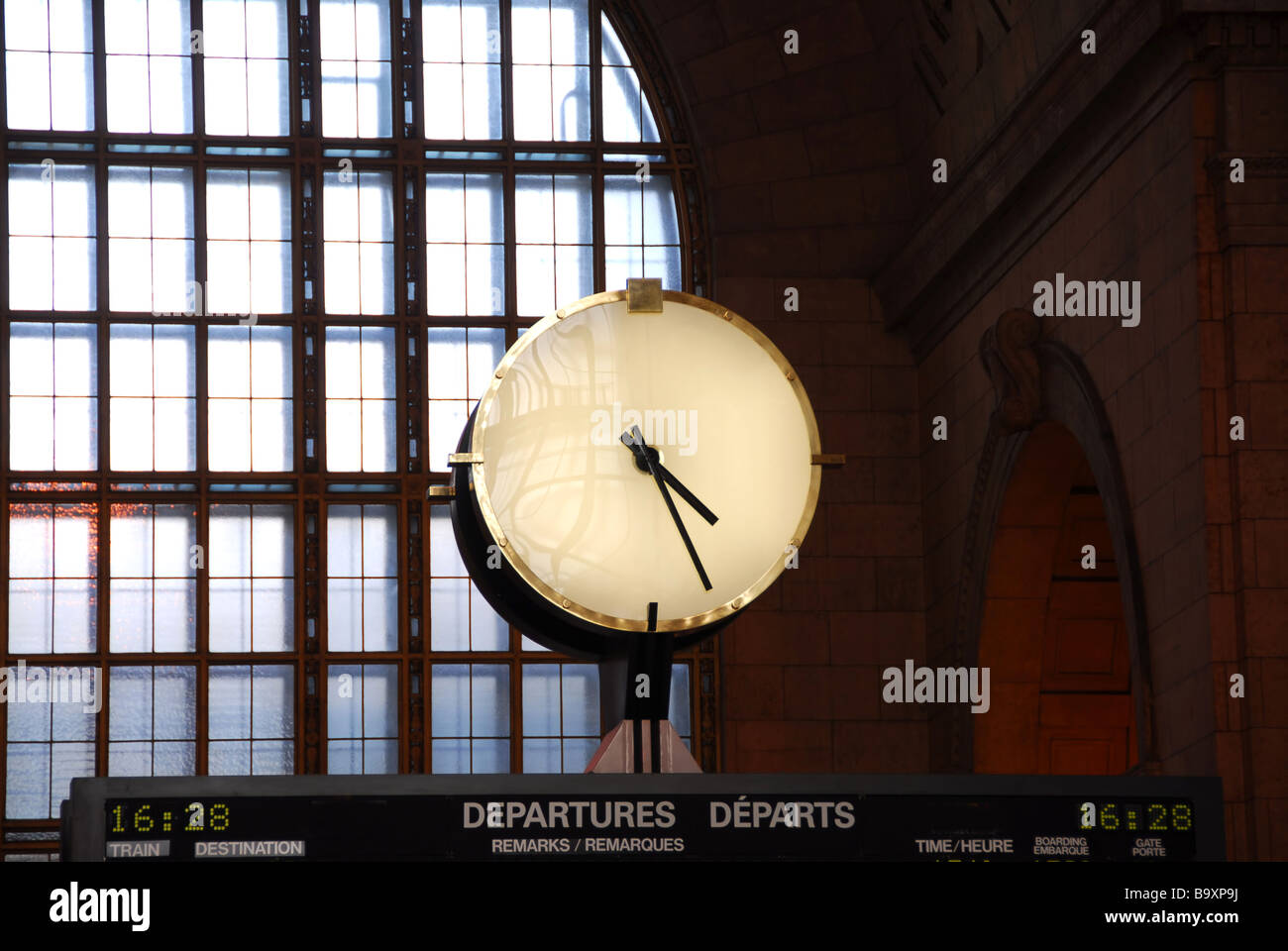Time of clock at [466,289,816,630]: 4:26
